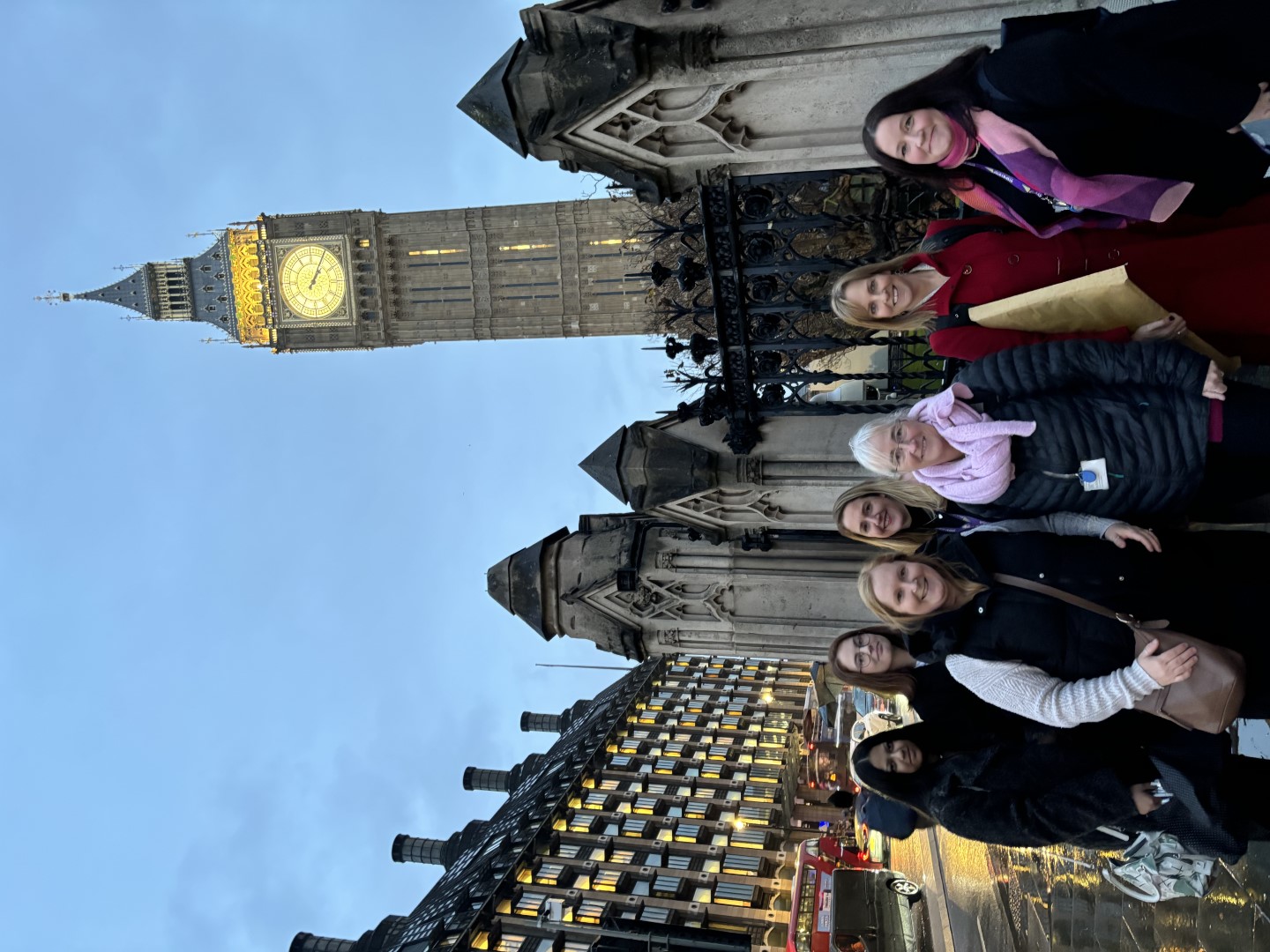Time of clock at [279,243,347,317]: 1:04
